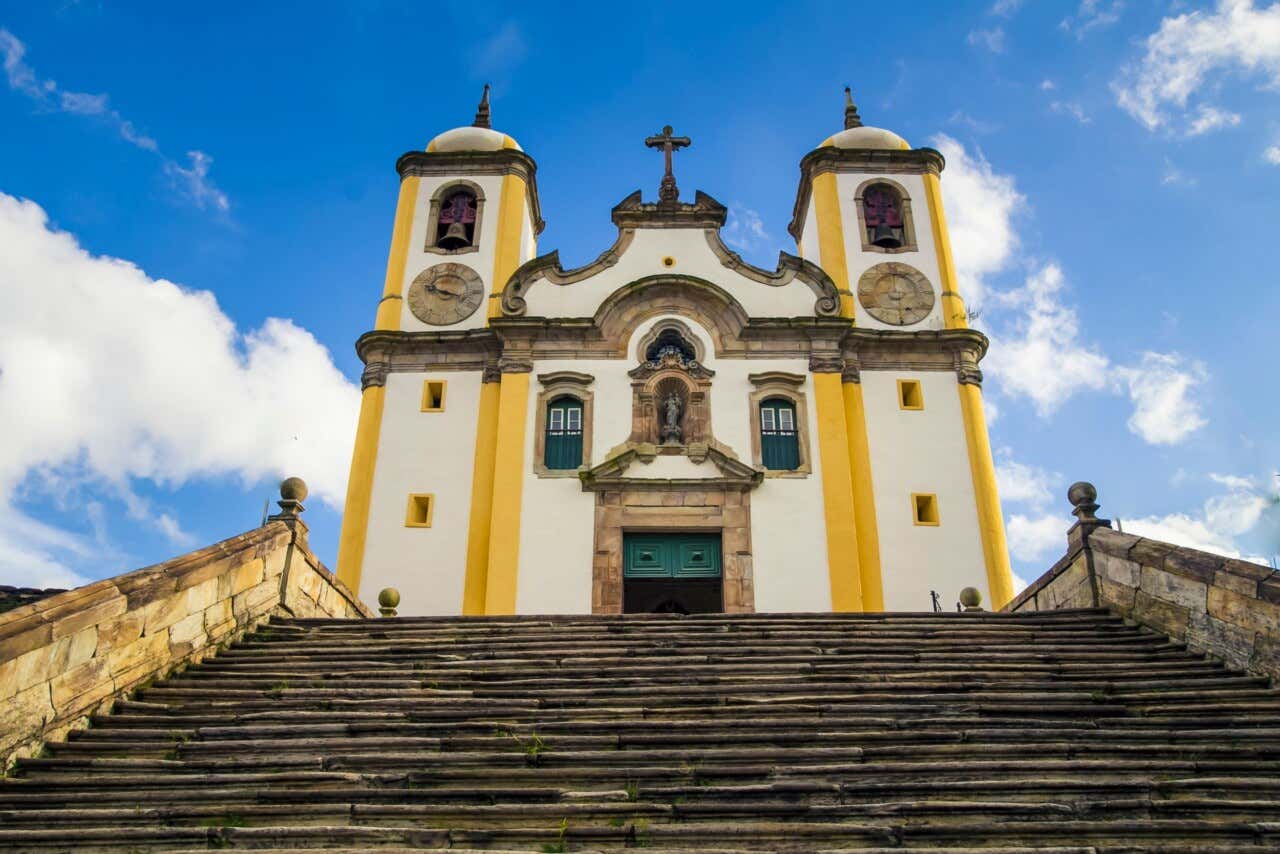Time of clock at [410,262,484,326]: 9:17
